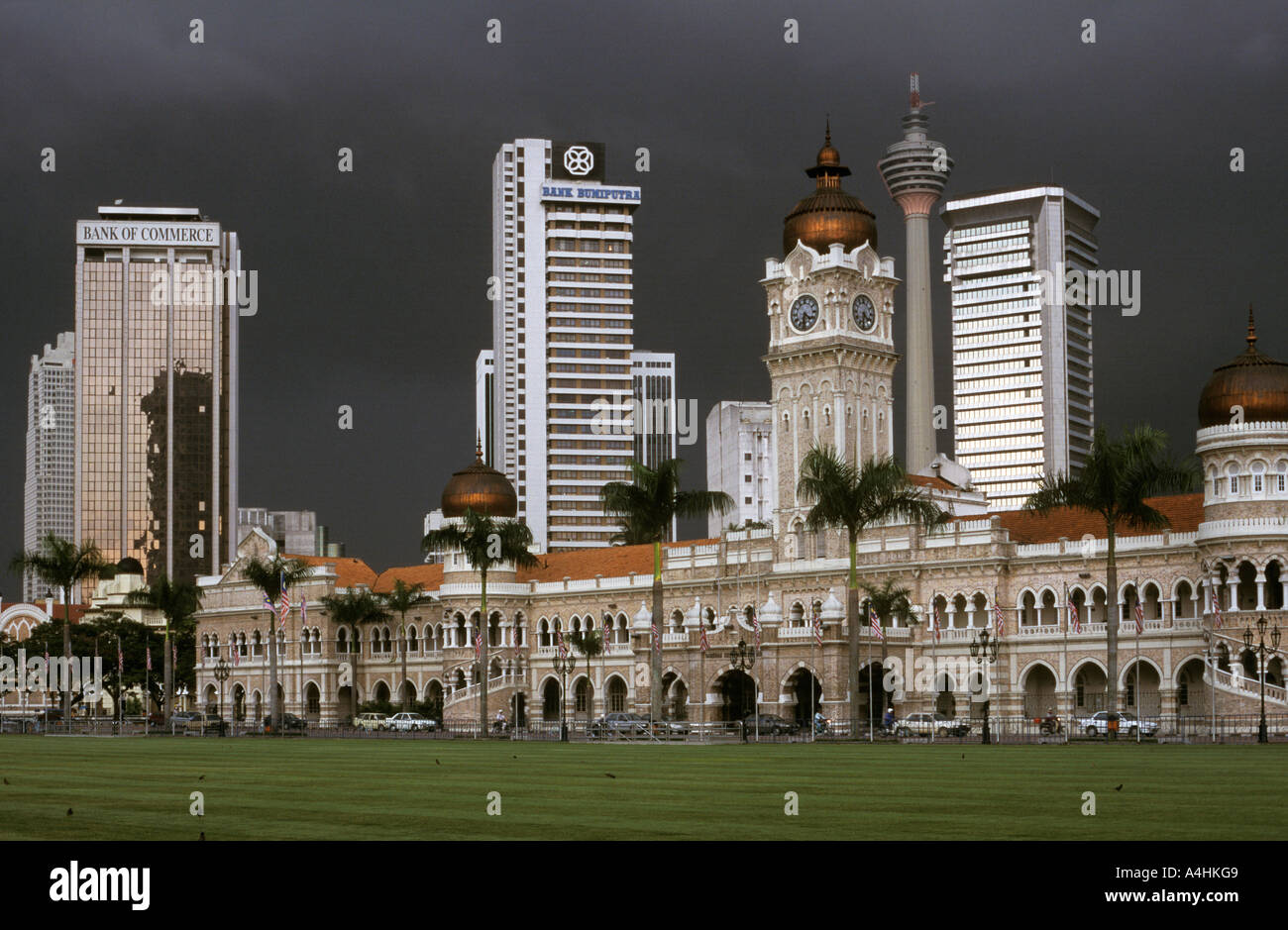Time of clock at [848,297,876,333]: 4:31
